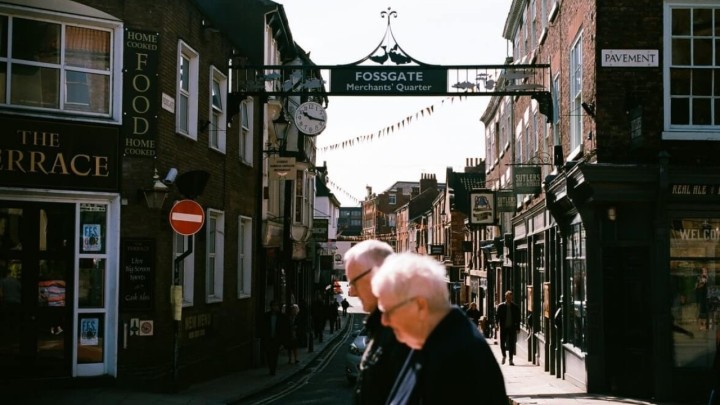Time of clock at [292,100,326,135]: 10:17
